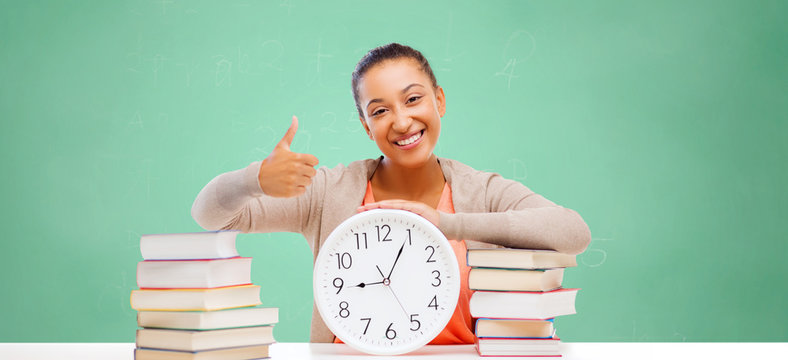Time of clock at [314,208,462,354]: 9:04
